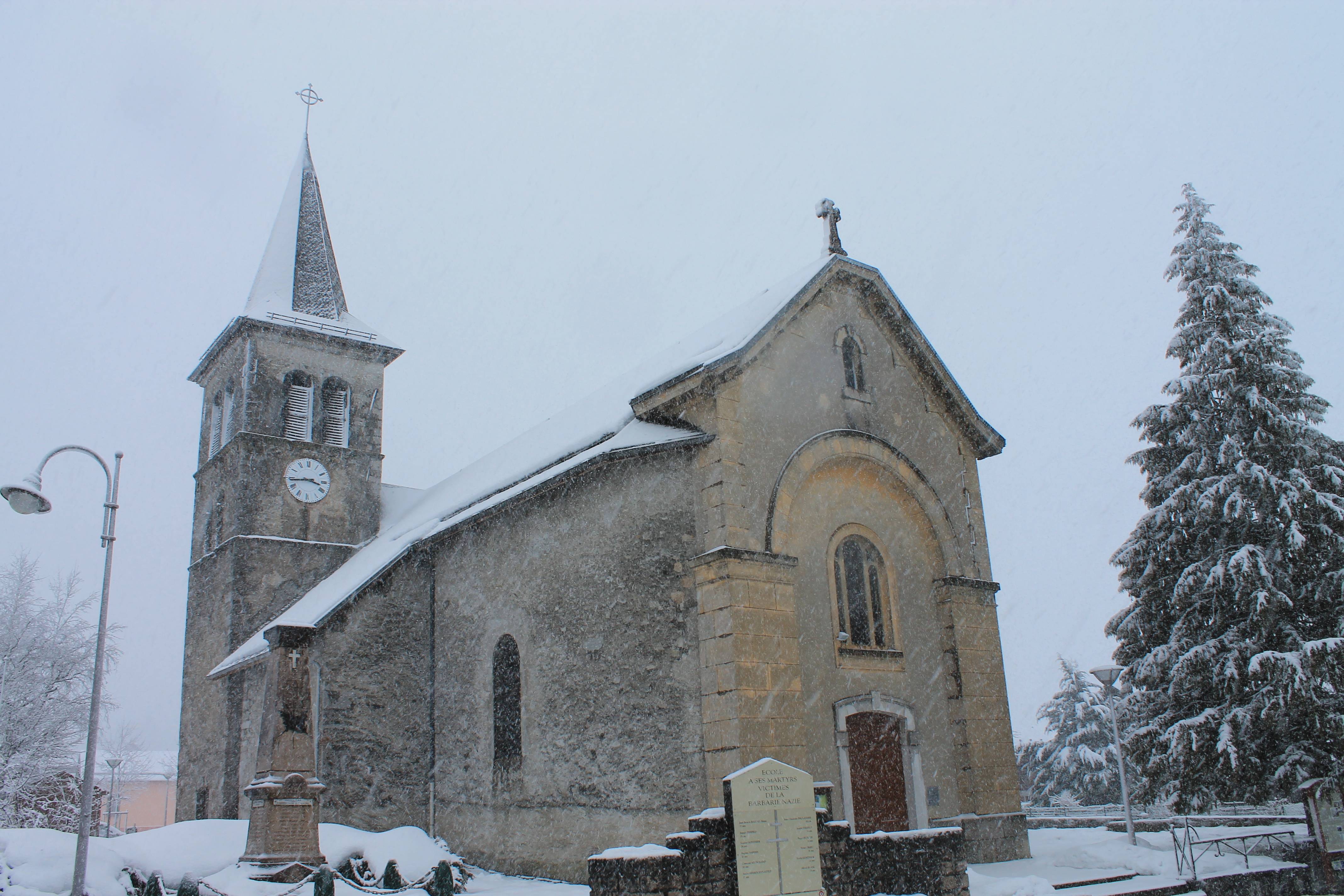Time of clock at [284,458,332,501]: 3:43
